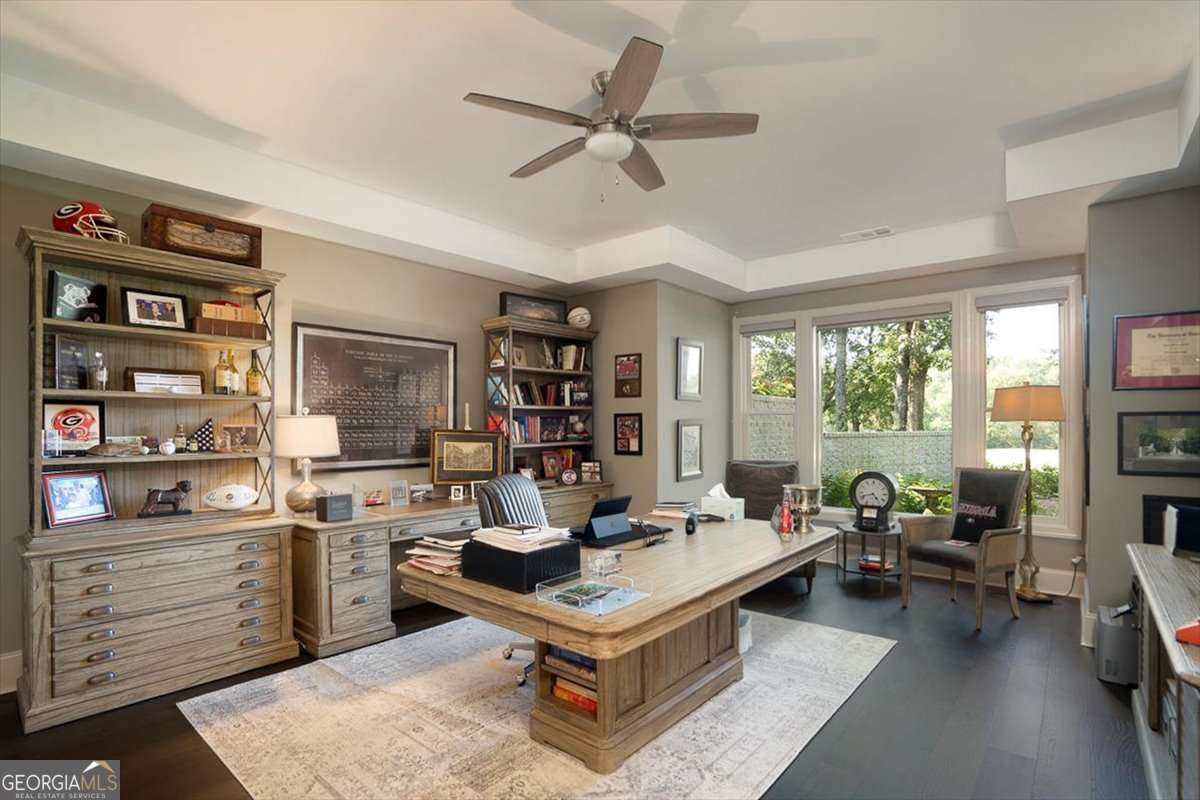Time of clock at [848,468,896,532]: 4:42
